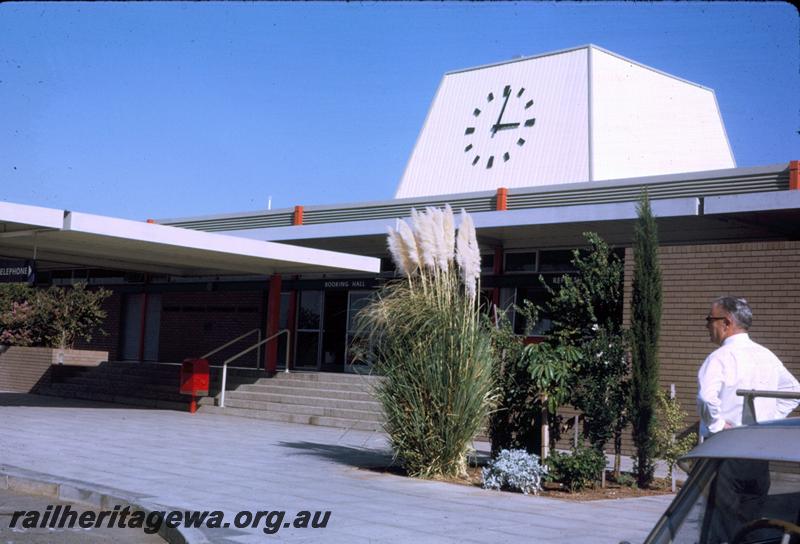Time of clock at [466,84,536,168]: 3:01
